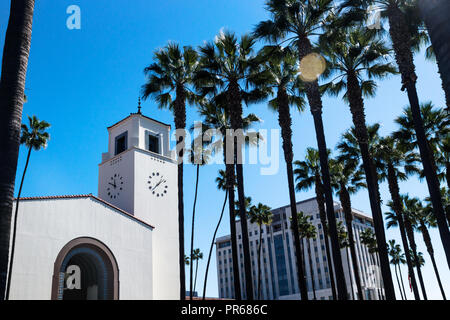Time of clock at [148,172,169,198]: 1:37
